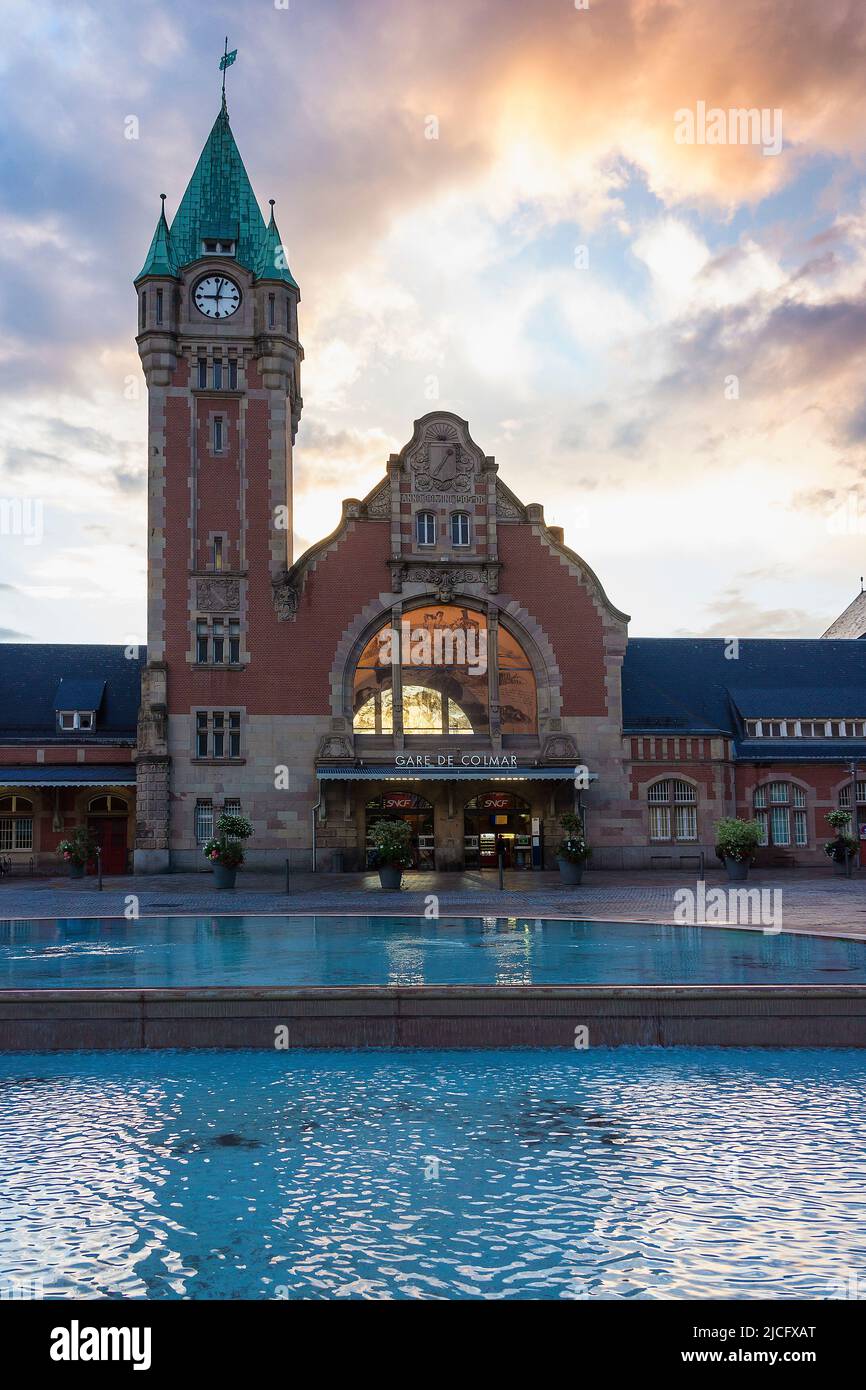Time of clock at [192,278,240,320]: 9:02
